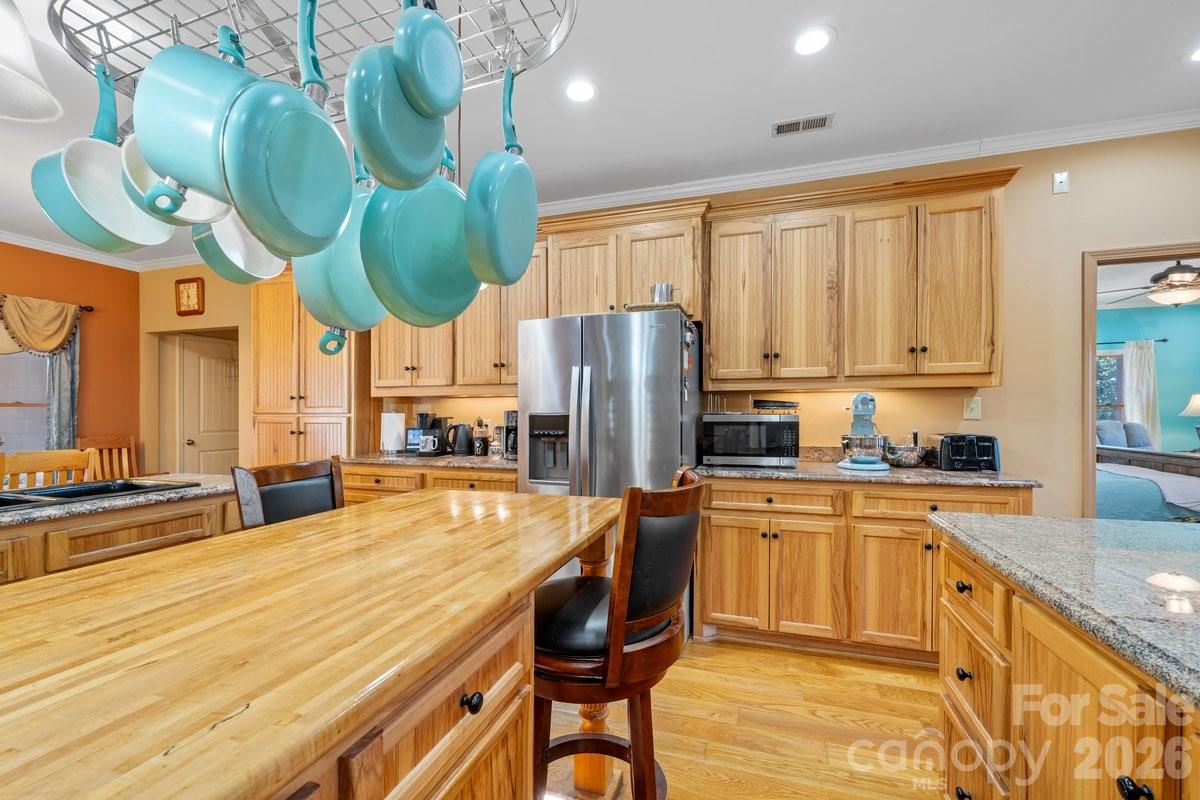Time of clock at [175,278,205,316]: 11:32
